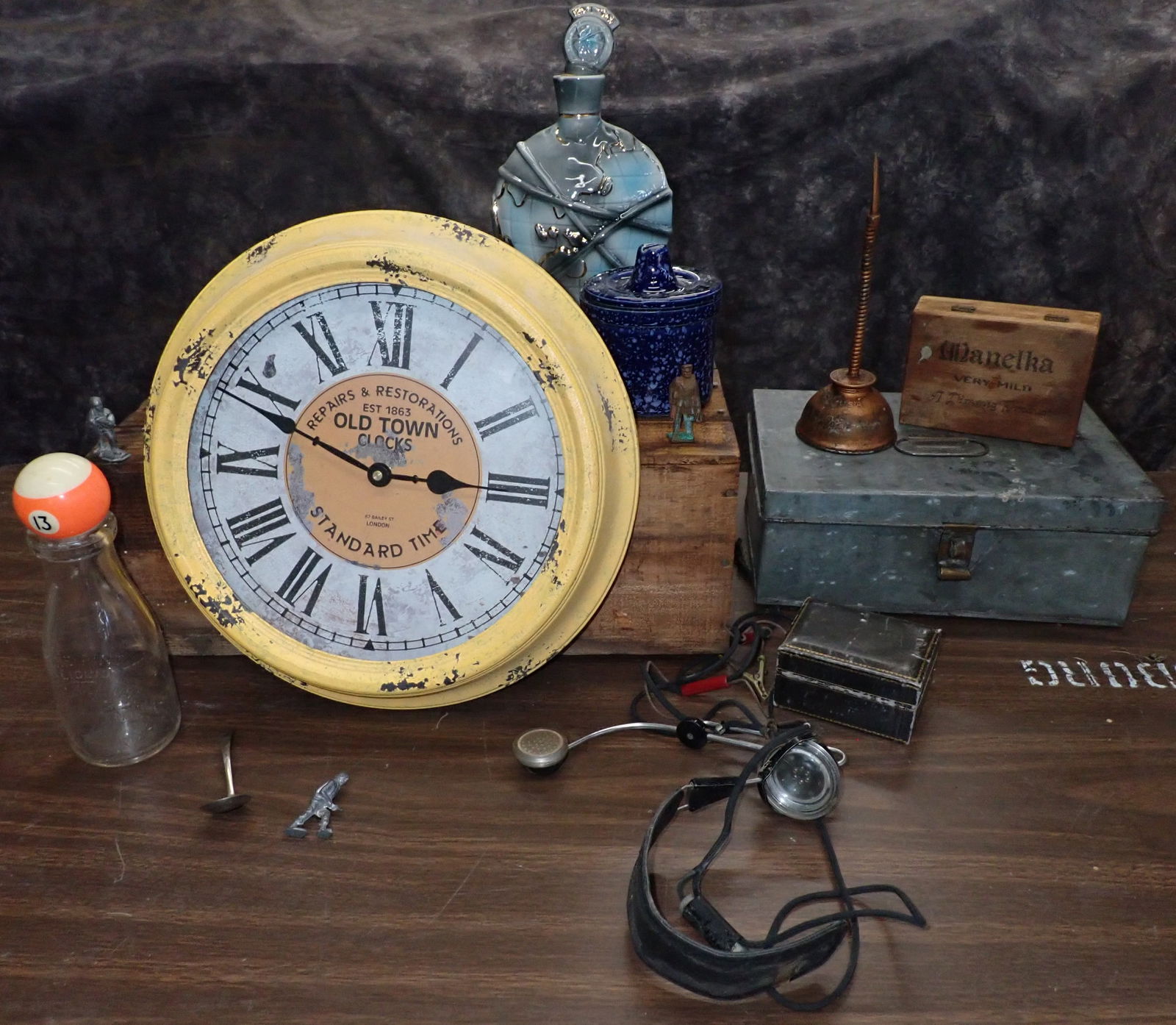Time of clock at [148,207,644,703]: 2:48
